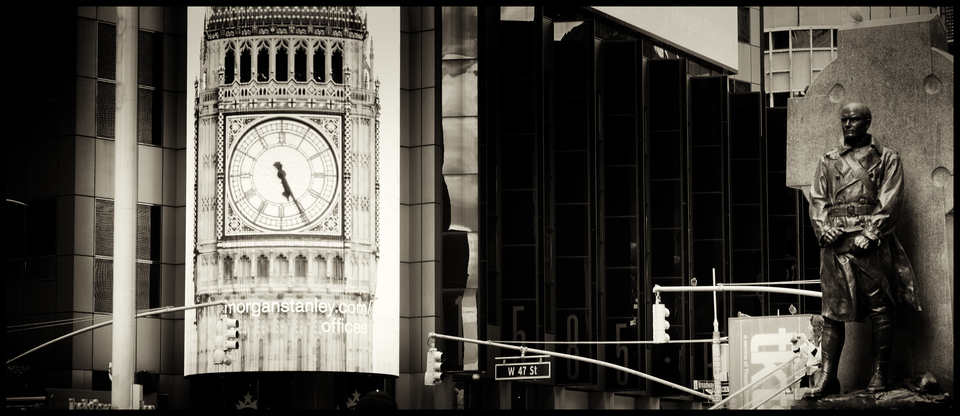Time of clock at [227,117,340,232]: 5:25
